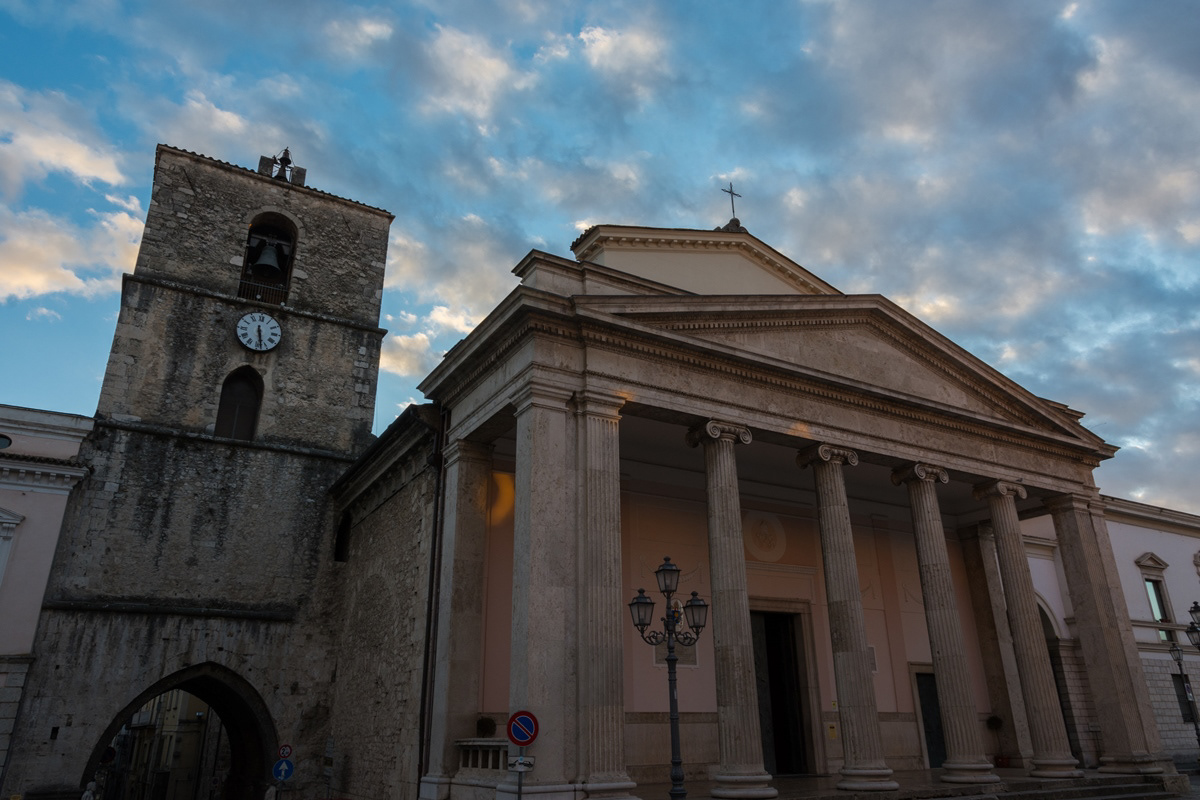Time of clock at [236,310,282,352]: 5:28
